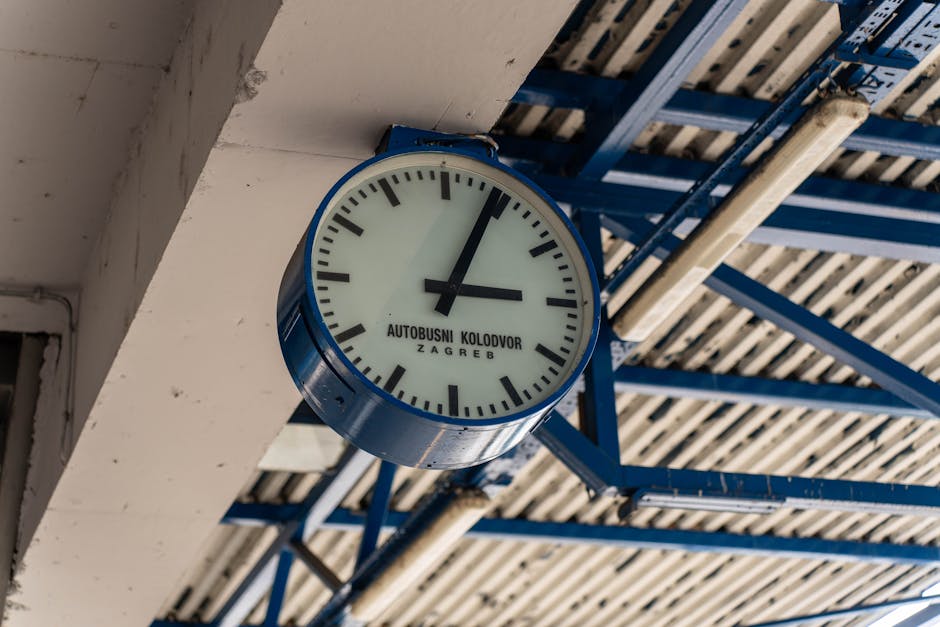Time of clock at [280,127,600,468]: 3:04
